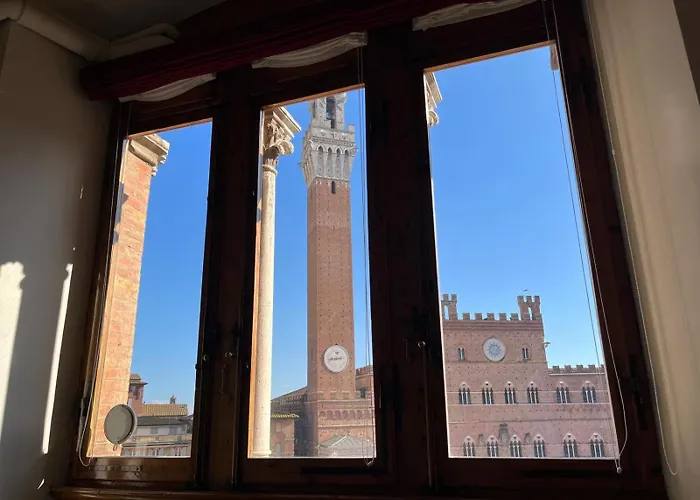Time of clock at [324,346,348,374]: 2:43
